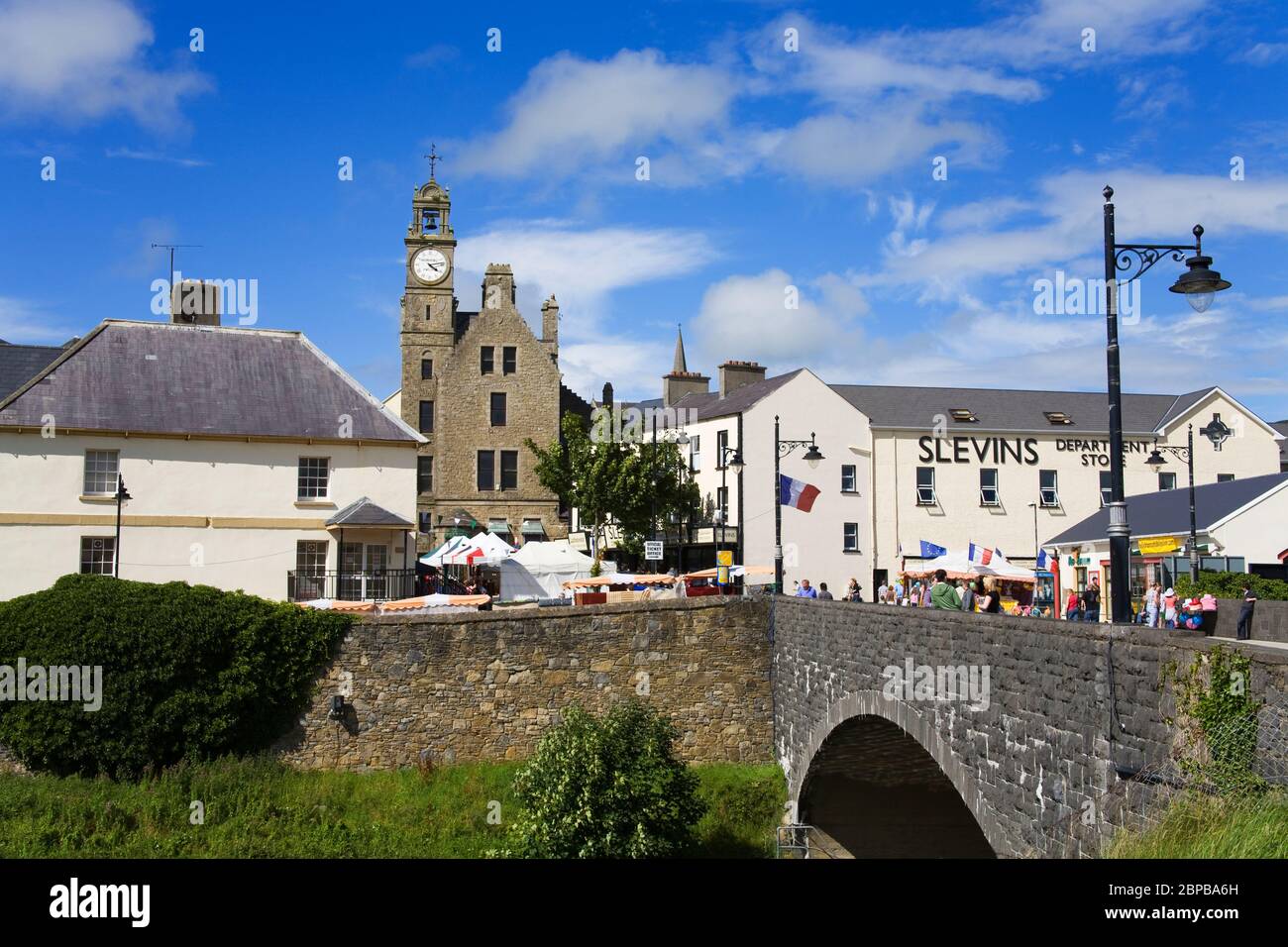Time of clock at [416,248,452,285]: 4:13
